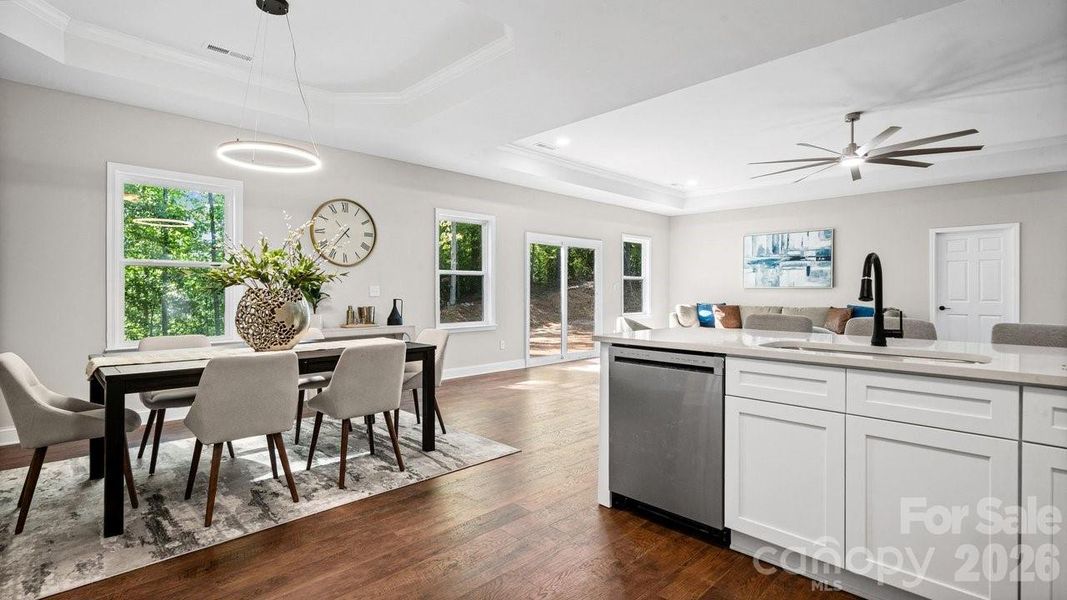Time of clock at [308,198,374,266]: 10:36
